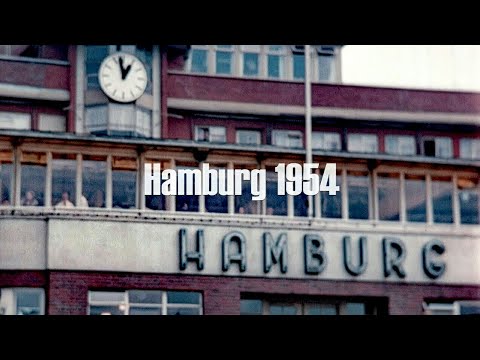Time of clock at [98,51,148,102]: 12:58
